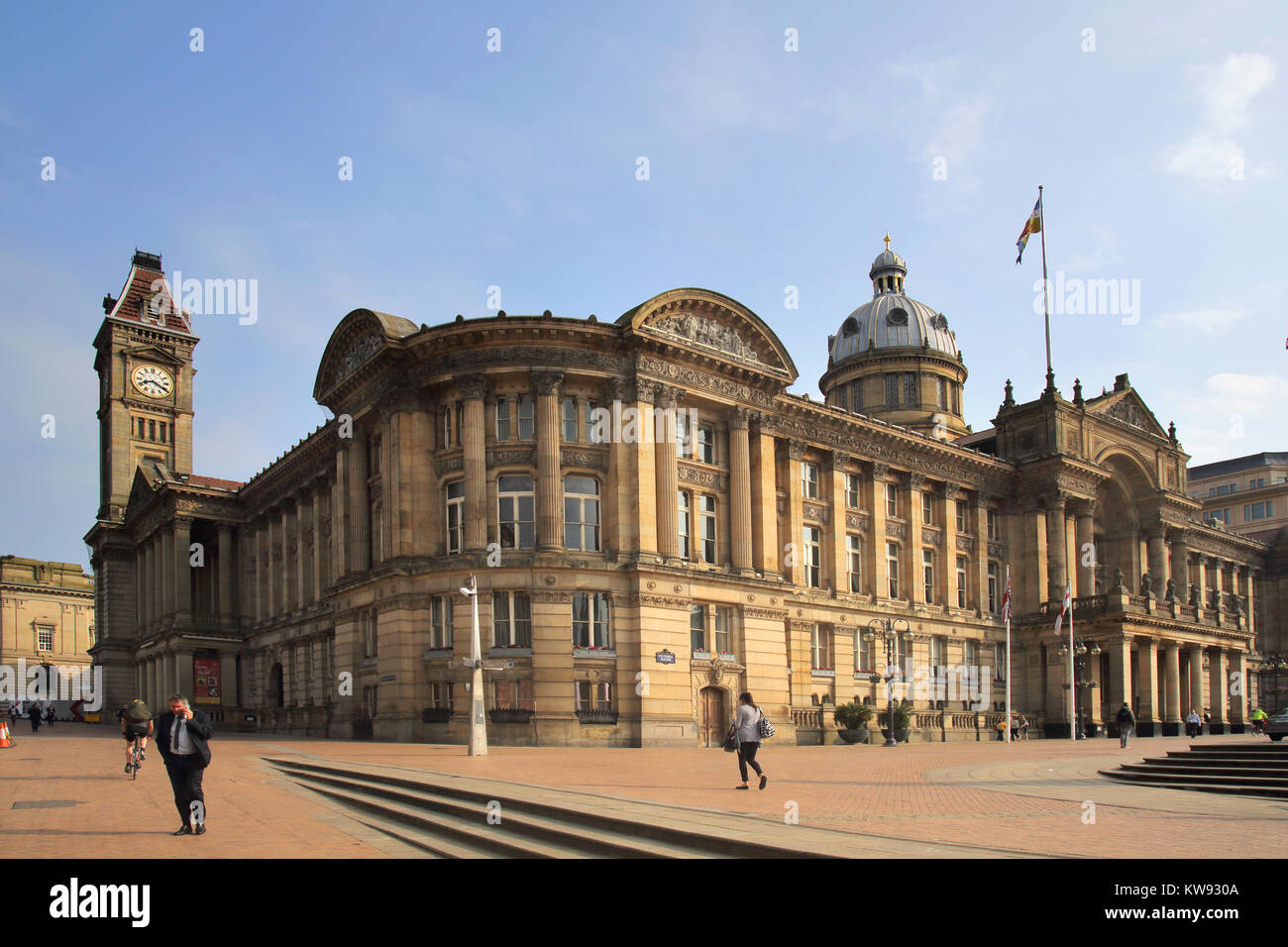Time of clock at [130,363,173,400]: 8:20
